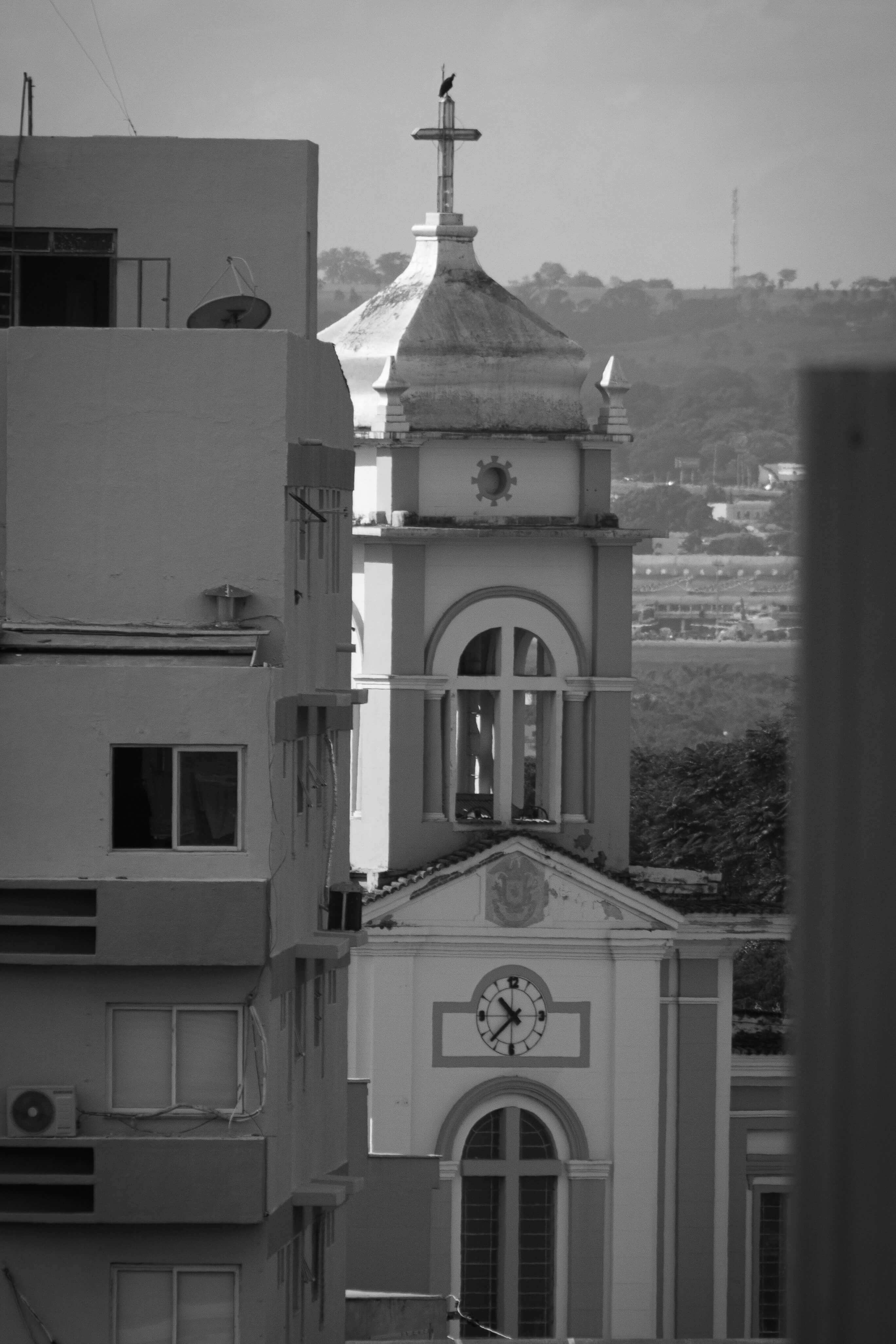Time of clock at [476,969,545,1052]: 10:37
